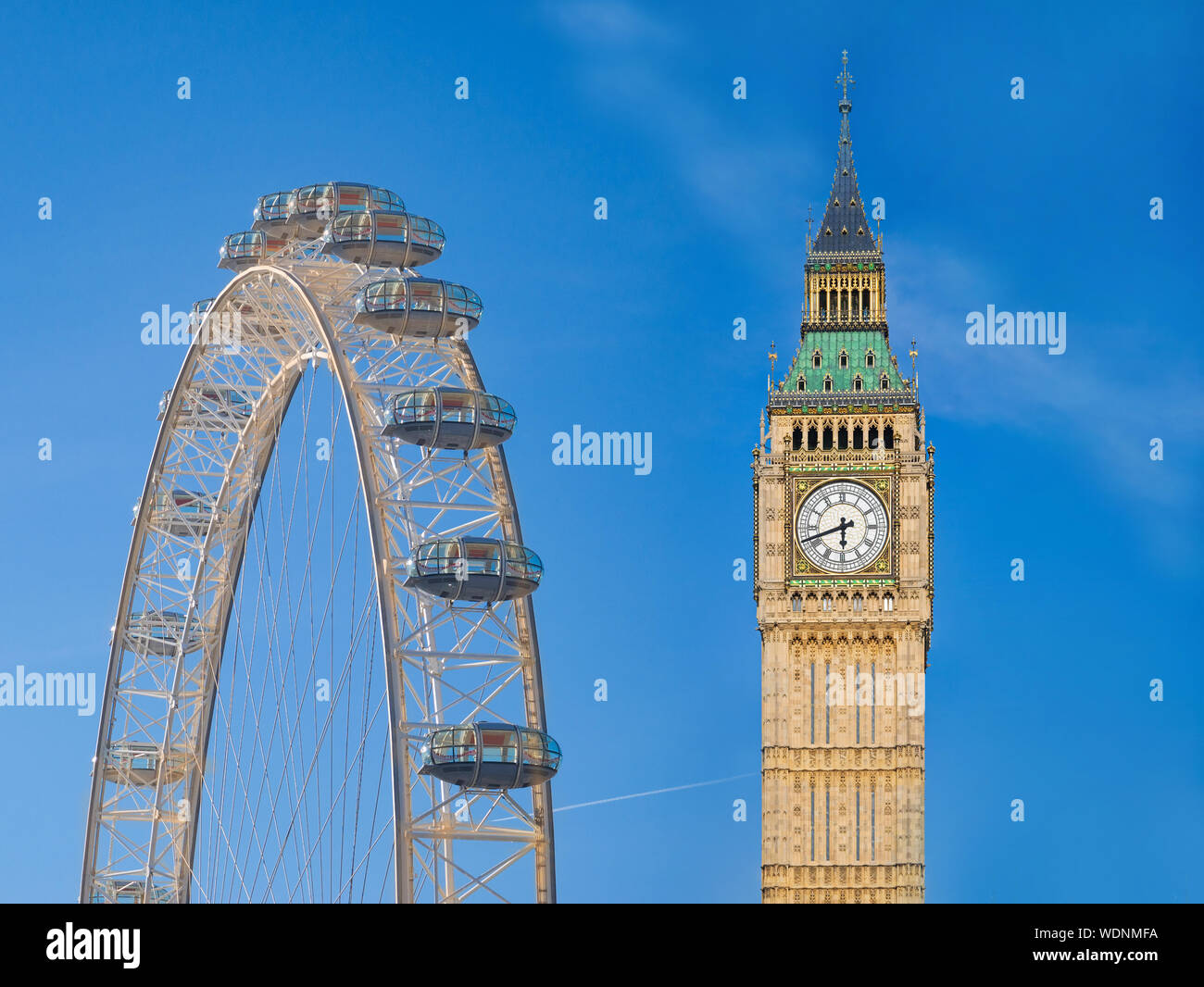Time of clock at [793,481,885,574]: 5:41
